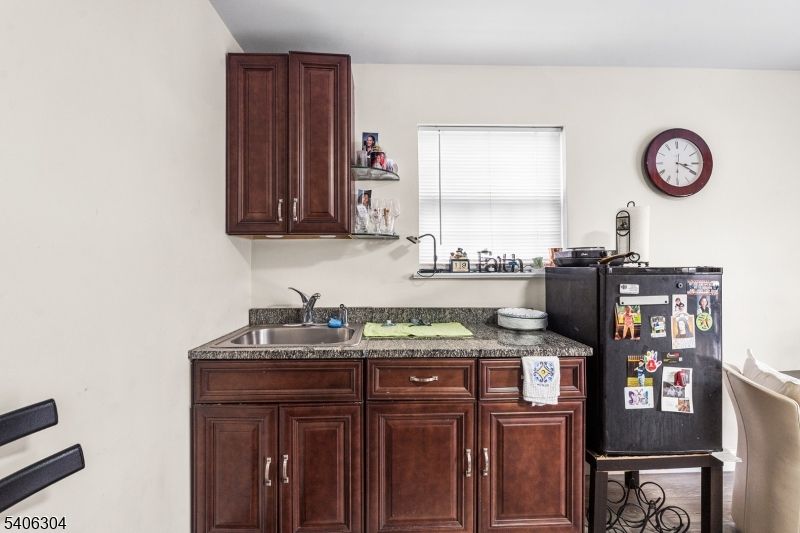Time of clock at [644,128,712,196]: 3:19
